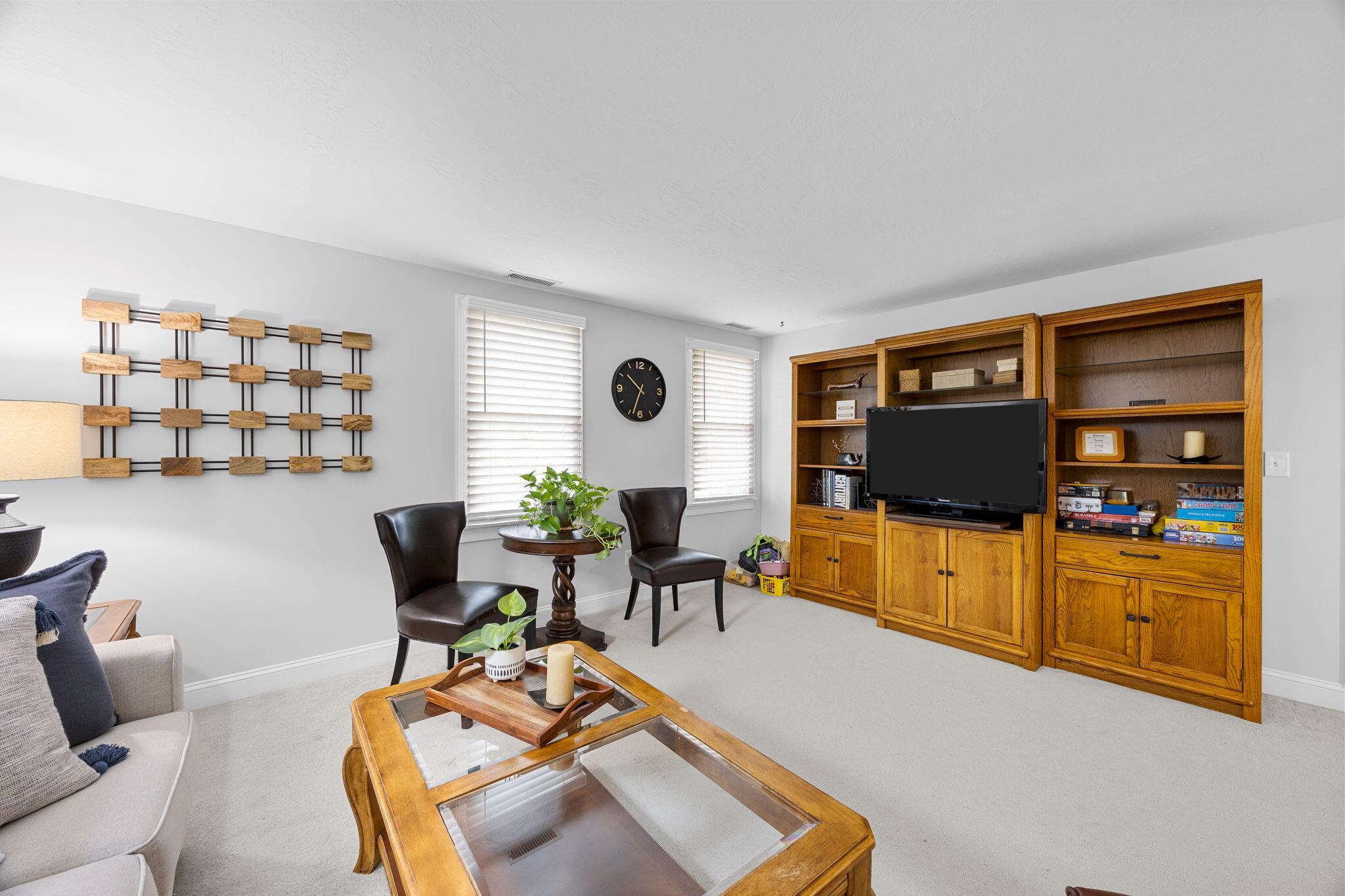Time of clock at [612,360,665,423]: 10:33
